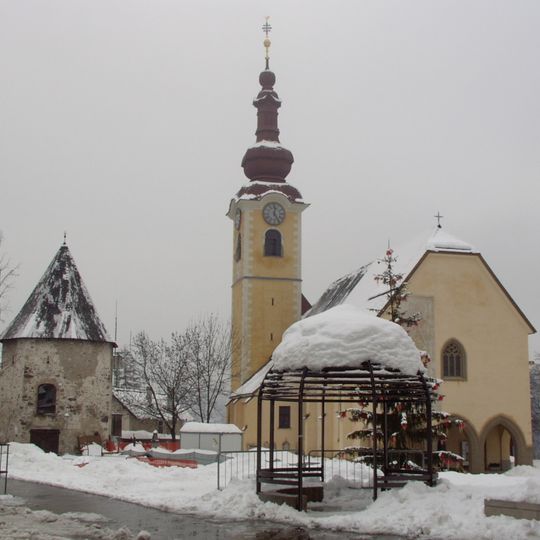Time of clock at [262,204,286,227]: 12:24
